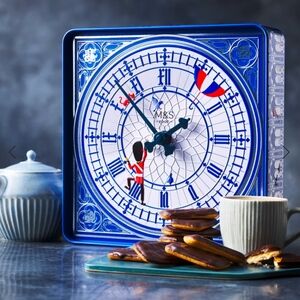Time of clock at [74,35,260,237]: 1:52
